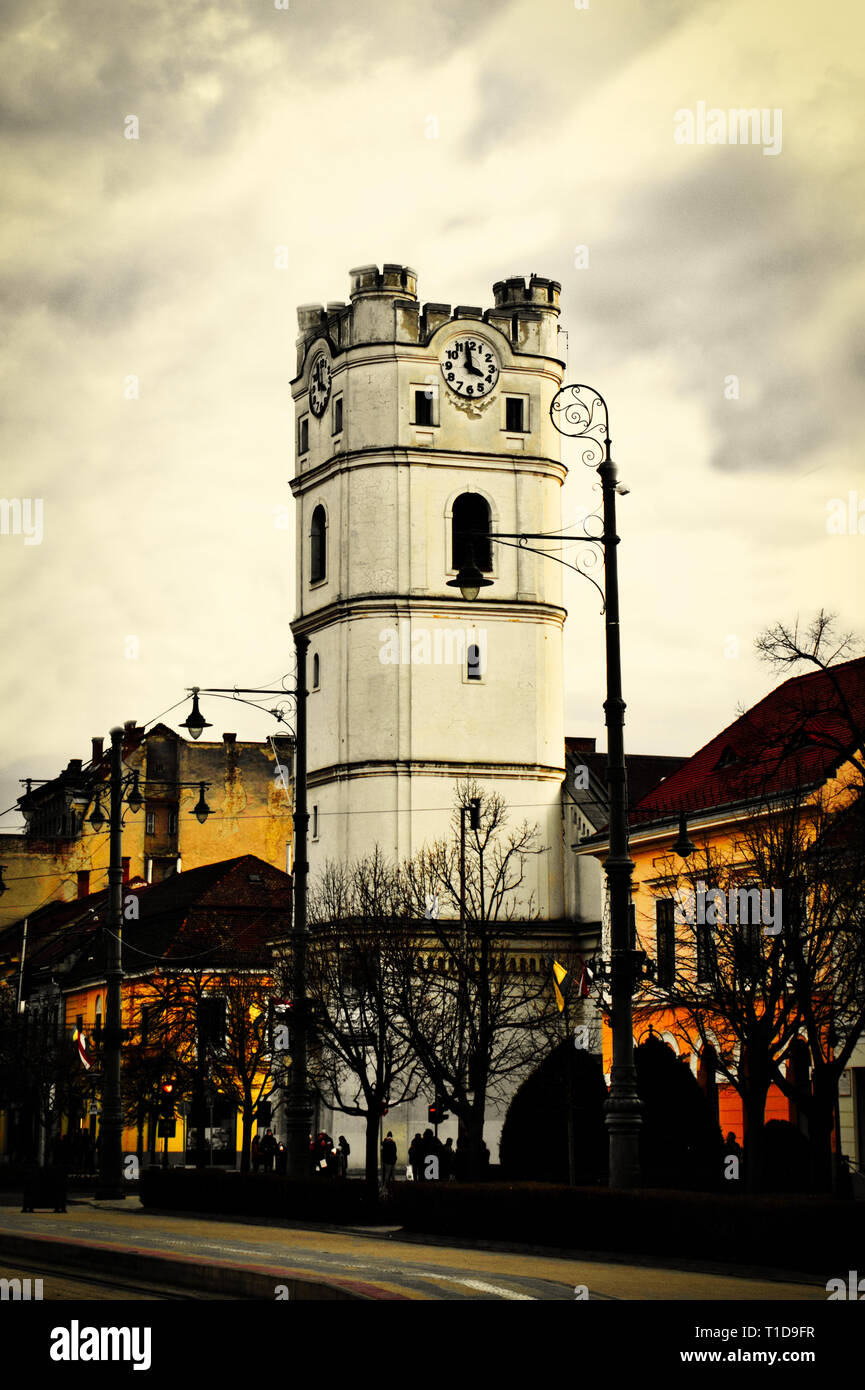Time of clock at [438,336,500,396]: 3:58
